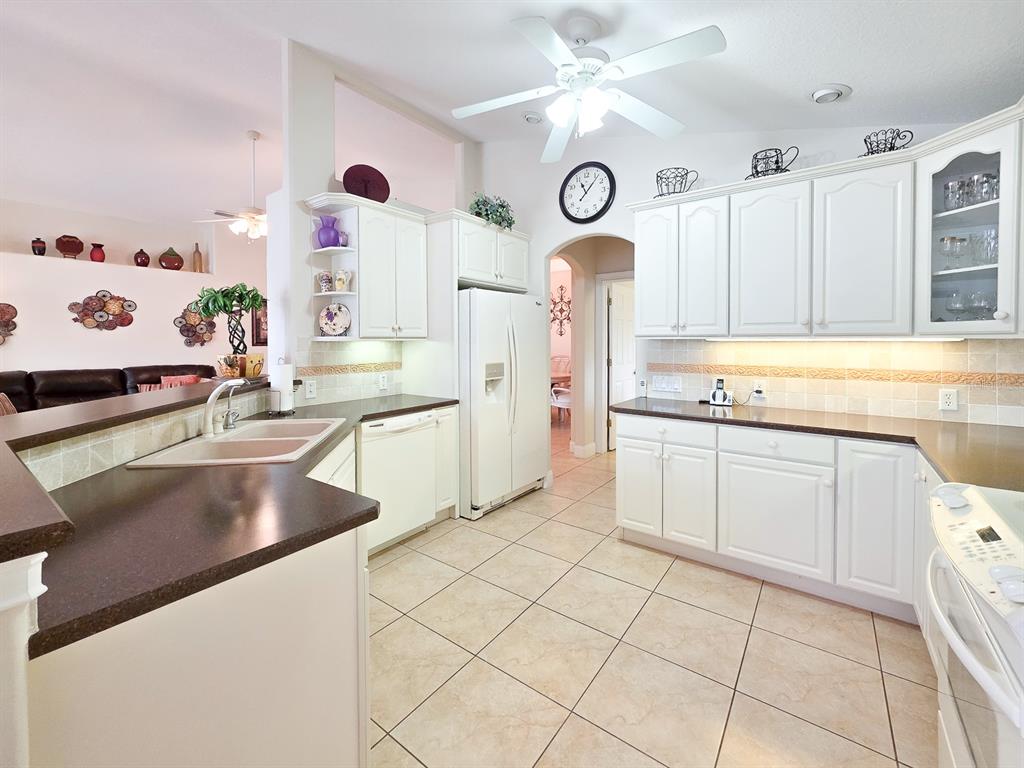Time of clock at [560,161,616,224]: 11:06
